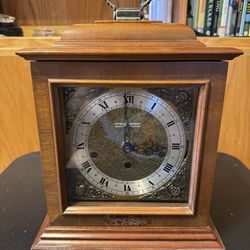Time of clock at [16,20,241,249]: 3:00
